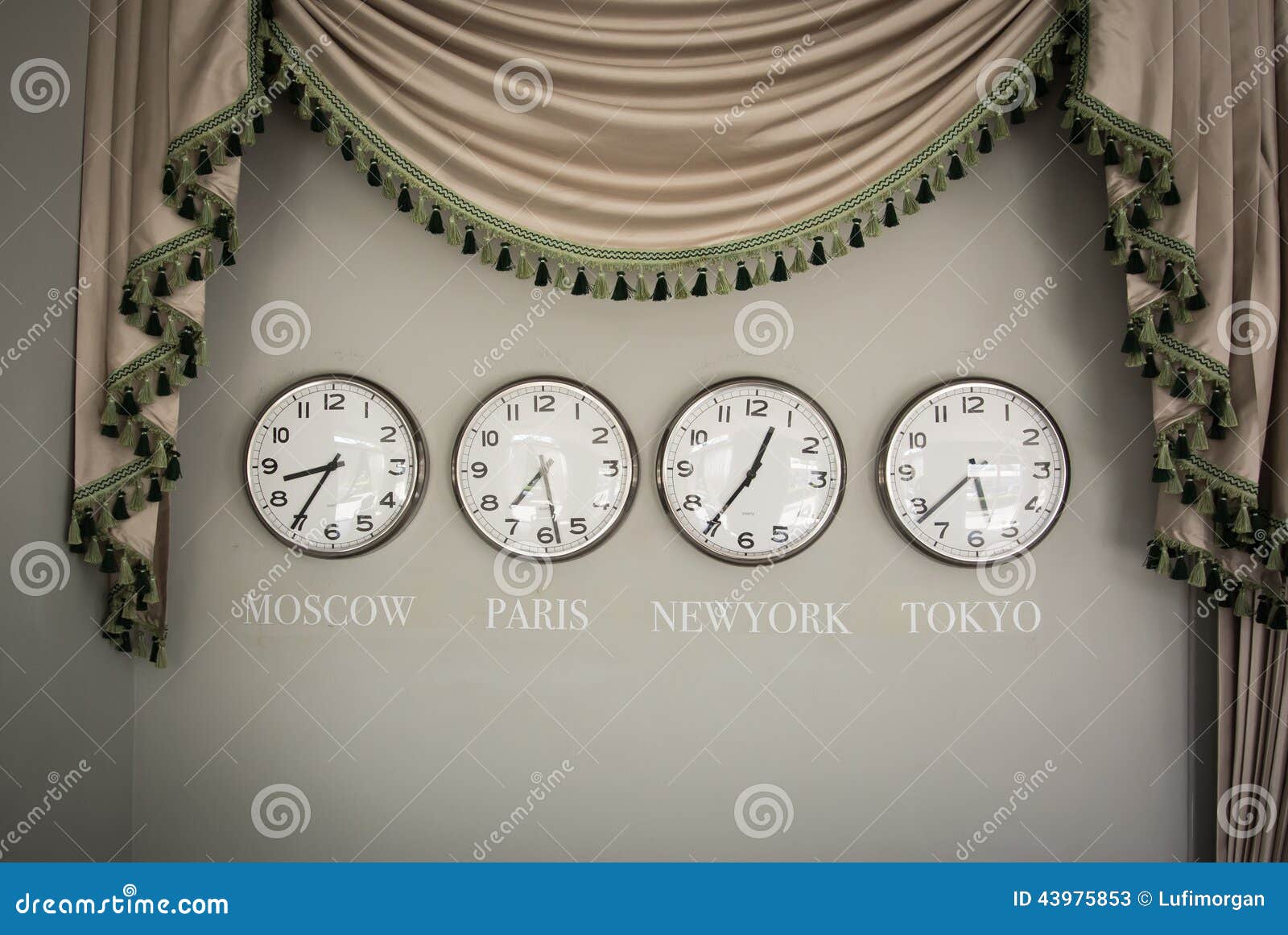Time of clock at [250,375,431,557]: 8:35
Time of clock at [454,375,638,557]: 7:28
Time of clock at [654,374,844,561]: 12:35
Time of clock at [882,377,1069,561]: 5:38
